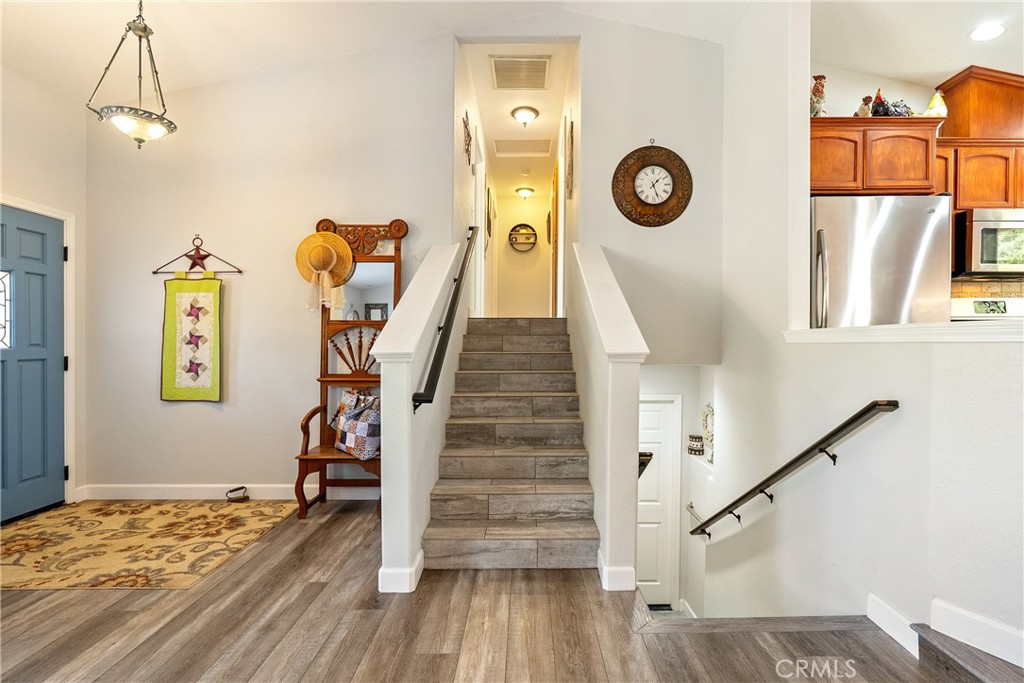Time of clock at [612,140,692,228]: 1:26
